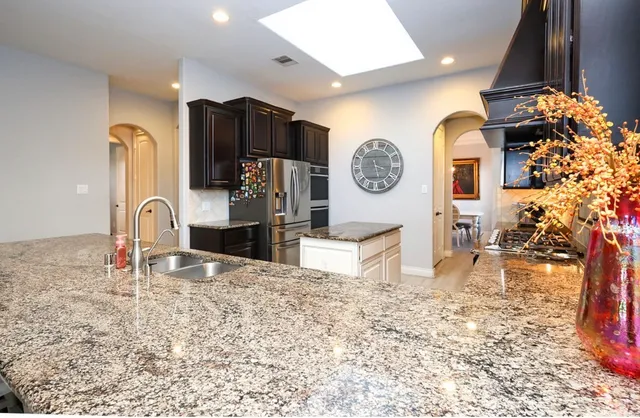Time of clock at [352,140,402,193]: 3:27
